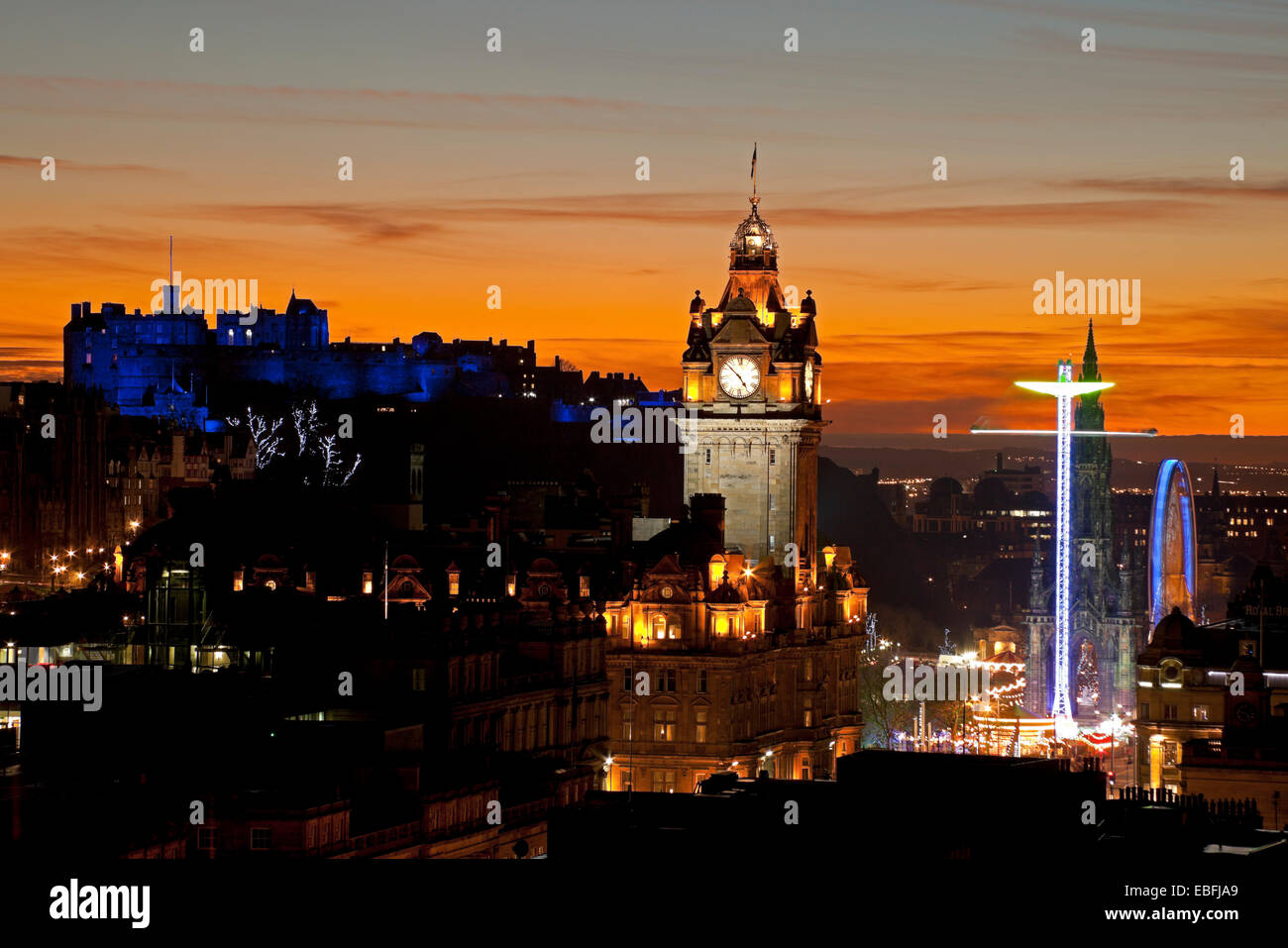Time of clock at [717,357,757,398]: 4:52
